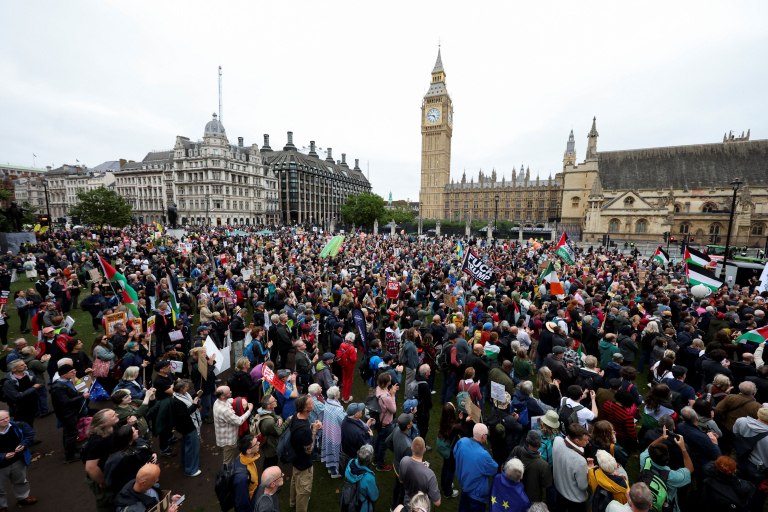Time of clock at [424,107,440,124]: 4:46
